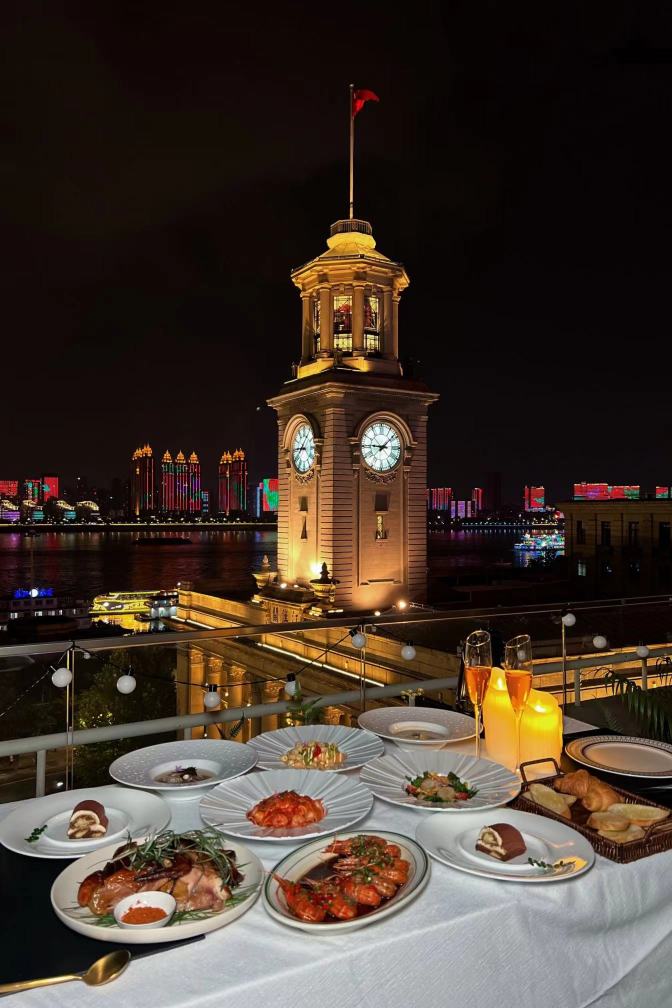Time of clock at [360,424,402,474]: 9:08
